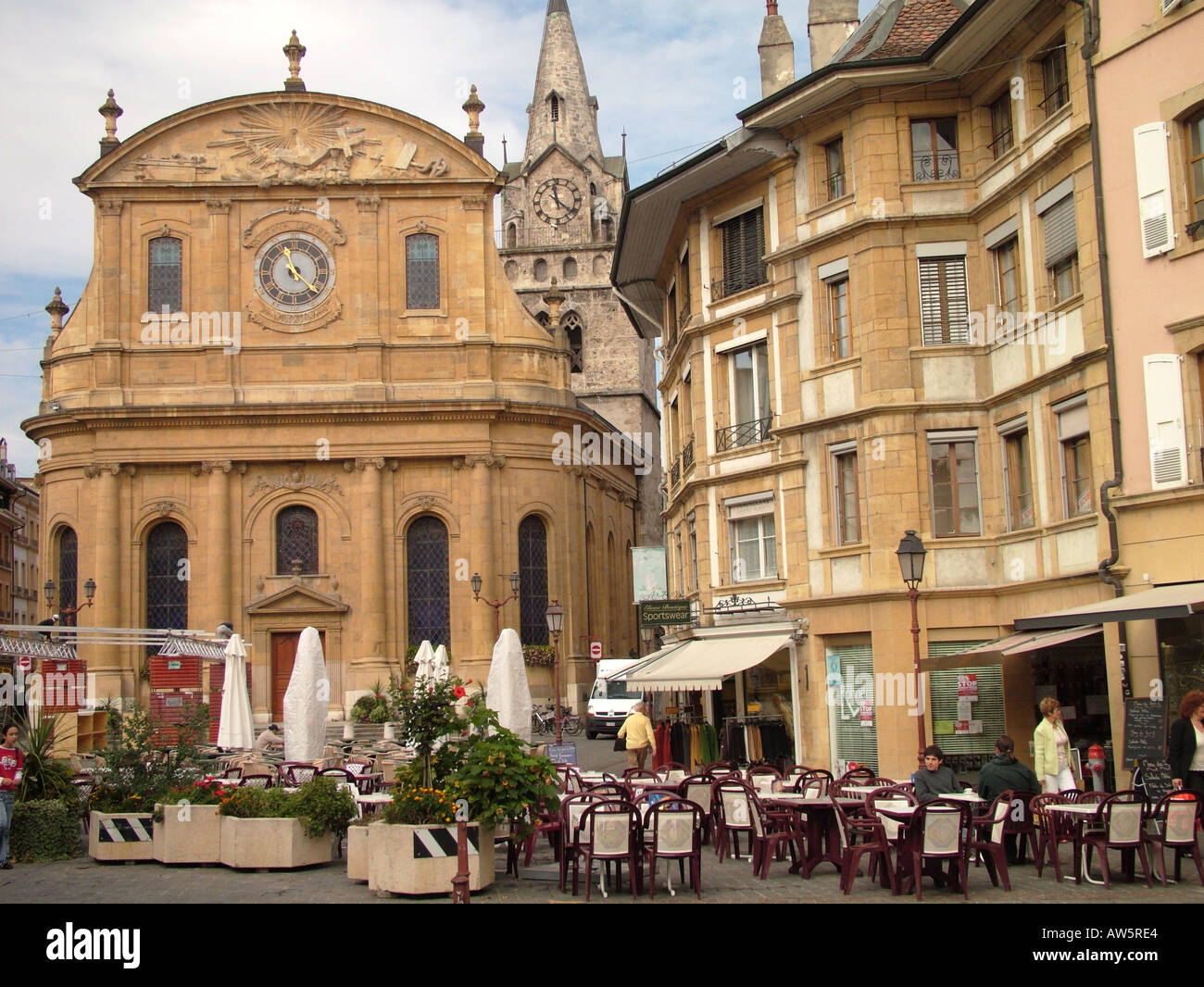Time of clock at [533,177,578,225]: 11:21
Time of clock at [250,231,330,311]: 11:22
